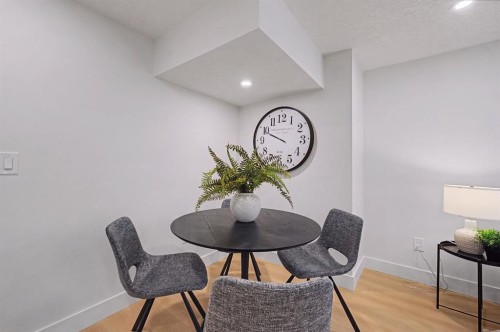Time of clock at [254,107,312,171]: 9:49
